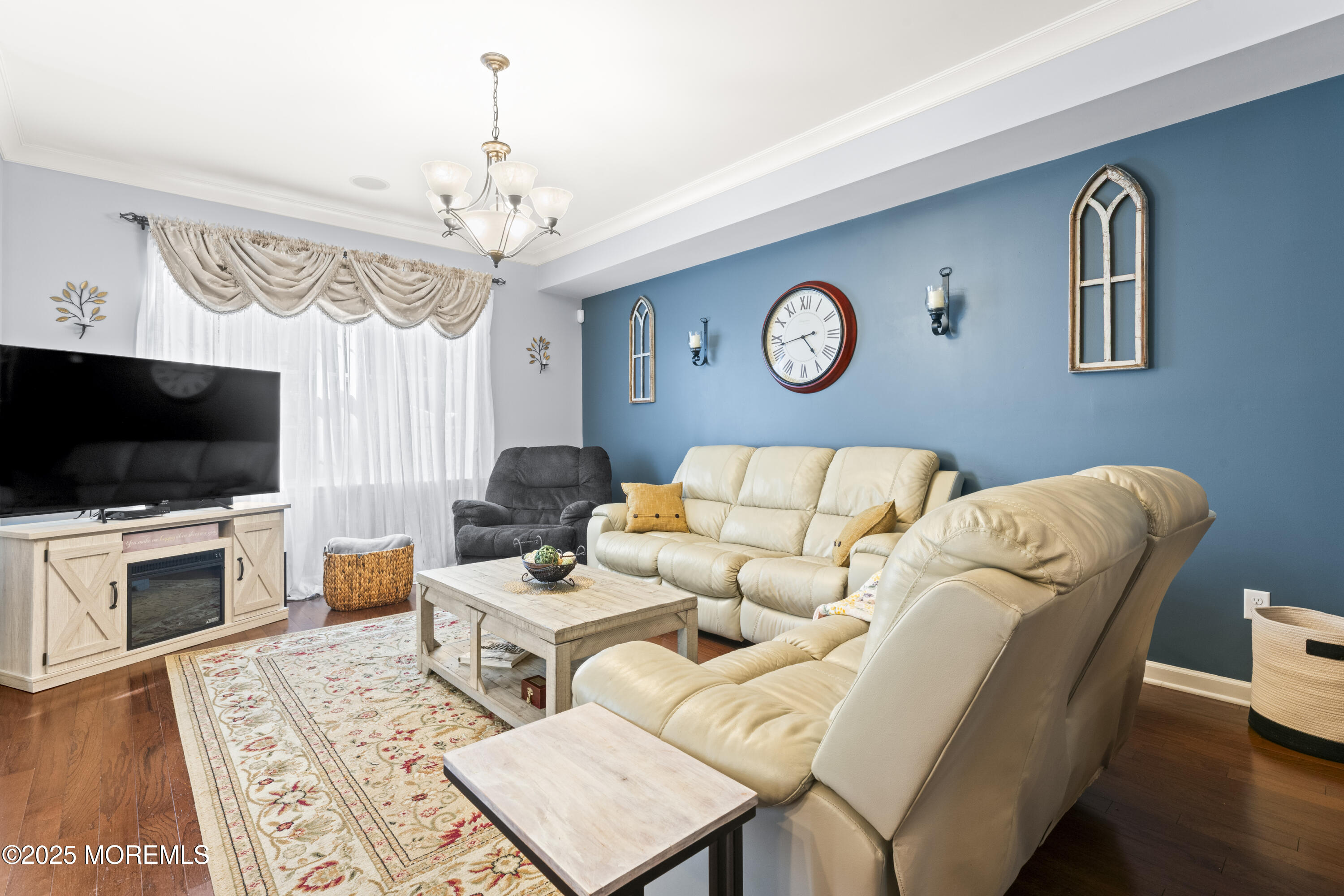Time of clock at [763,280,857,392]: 4:42
